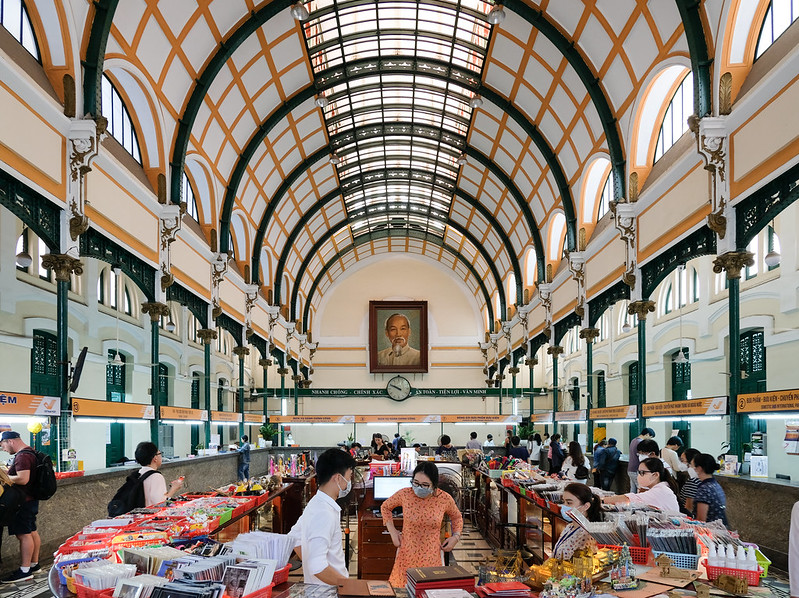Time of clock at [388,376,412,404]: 9:49
